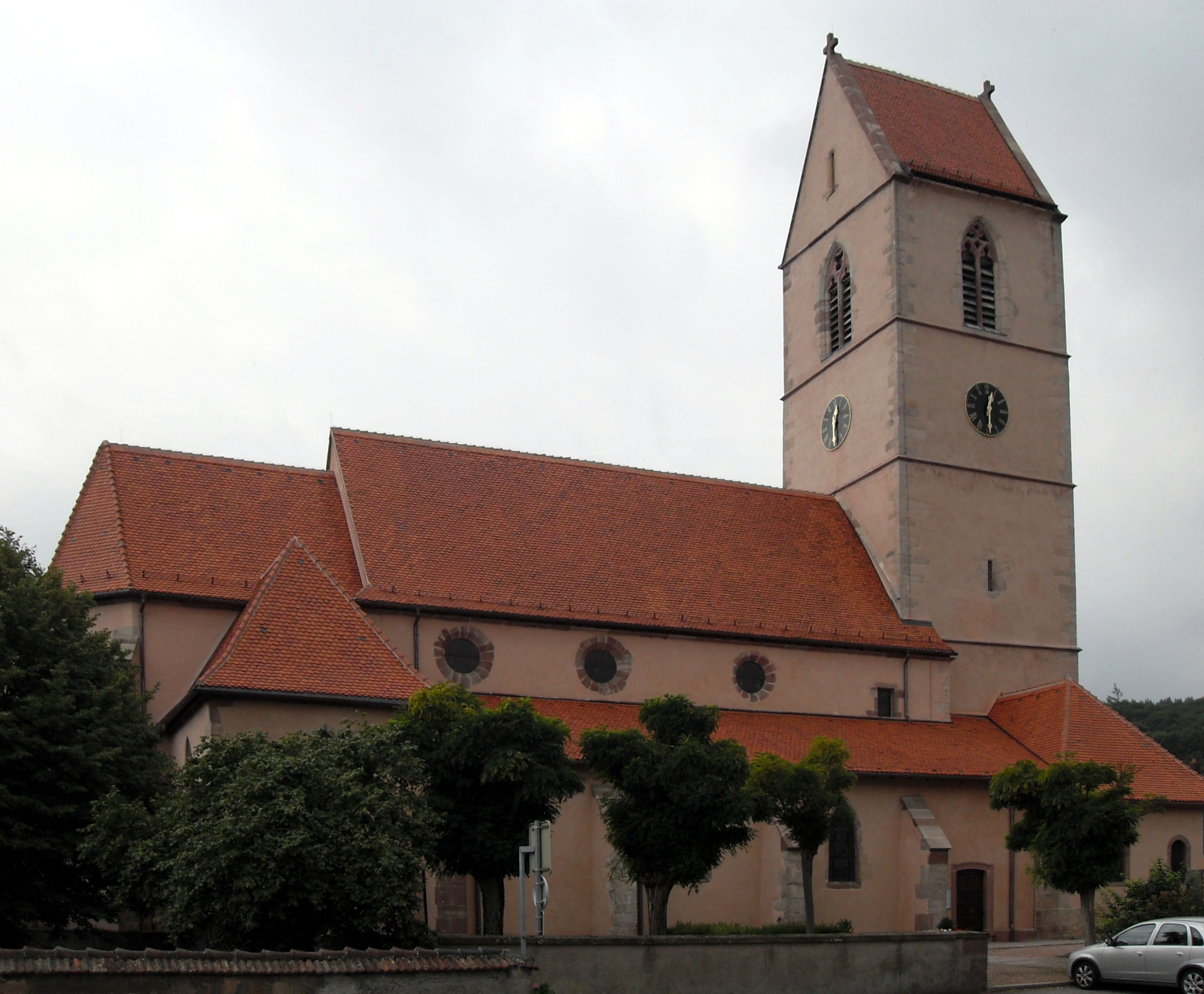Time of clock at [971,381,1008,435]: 12:29
